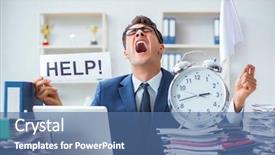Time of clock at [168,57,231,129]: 2:42
